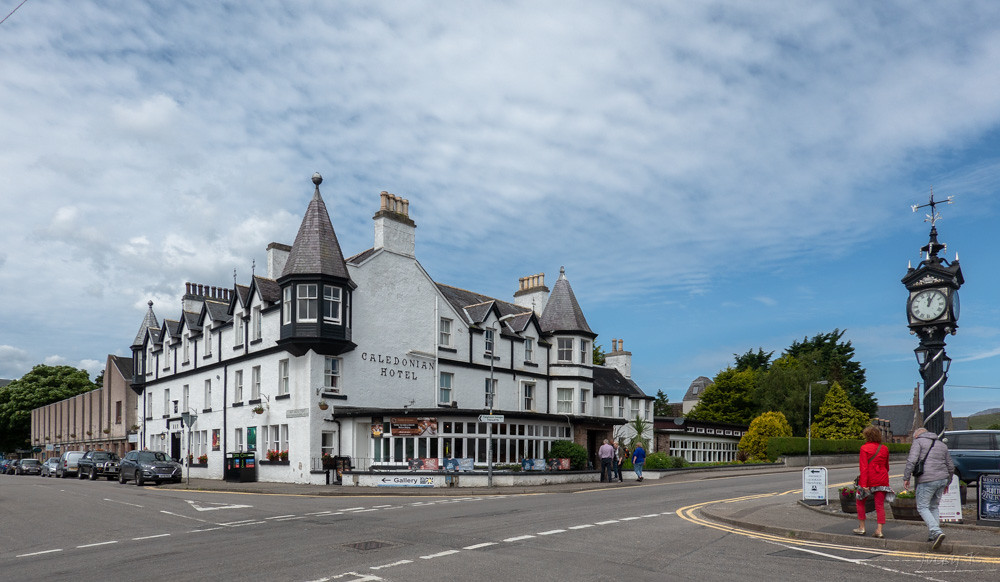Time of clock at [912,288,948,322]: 12:04
